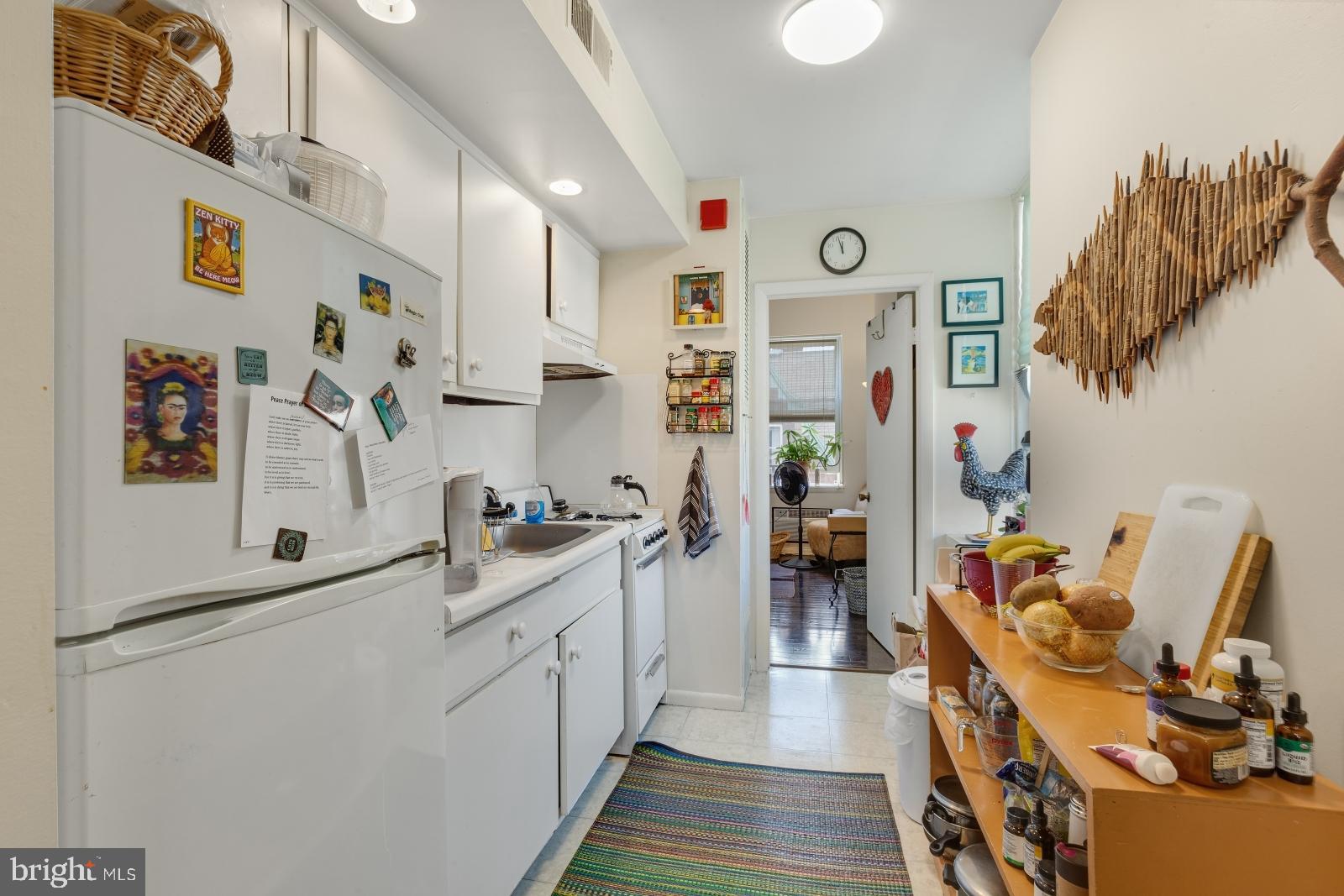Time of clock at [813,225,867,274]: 11:57
